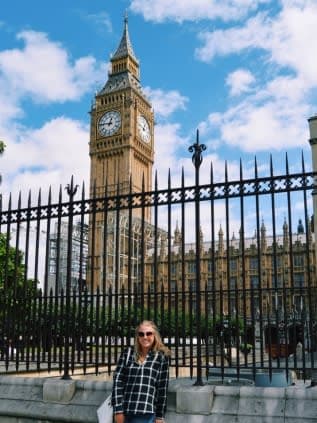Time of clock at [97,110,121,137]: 12:46
